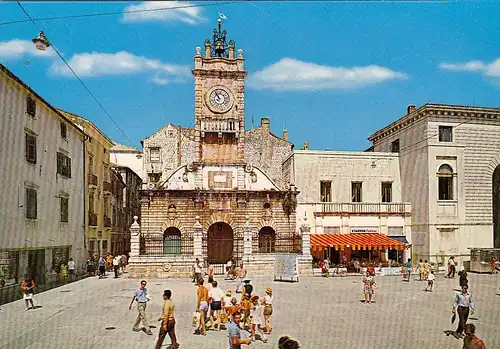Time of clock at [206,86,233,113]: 10:55
